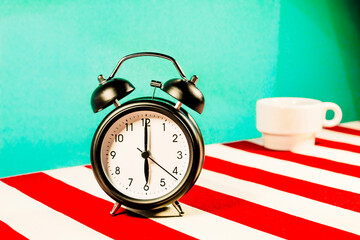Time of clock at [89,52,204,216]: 6:00
